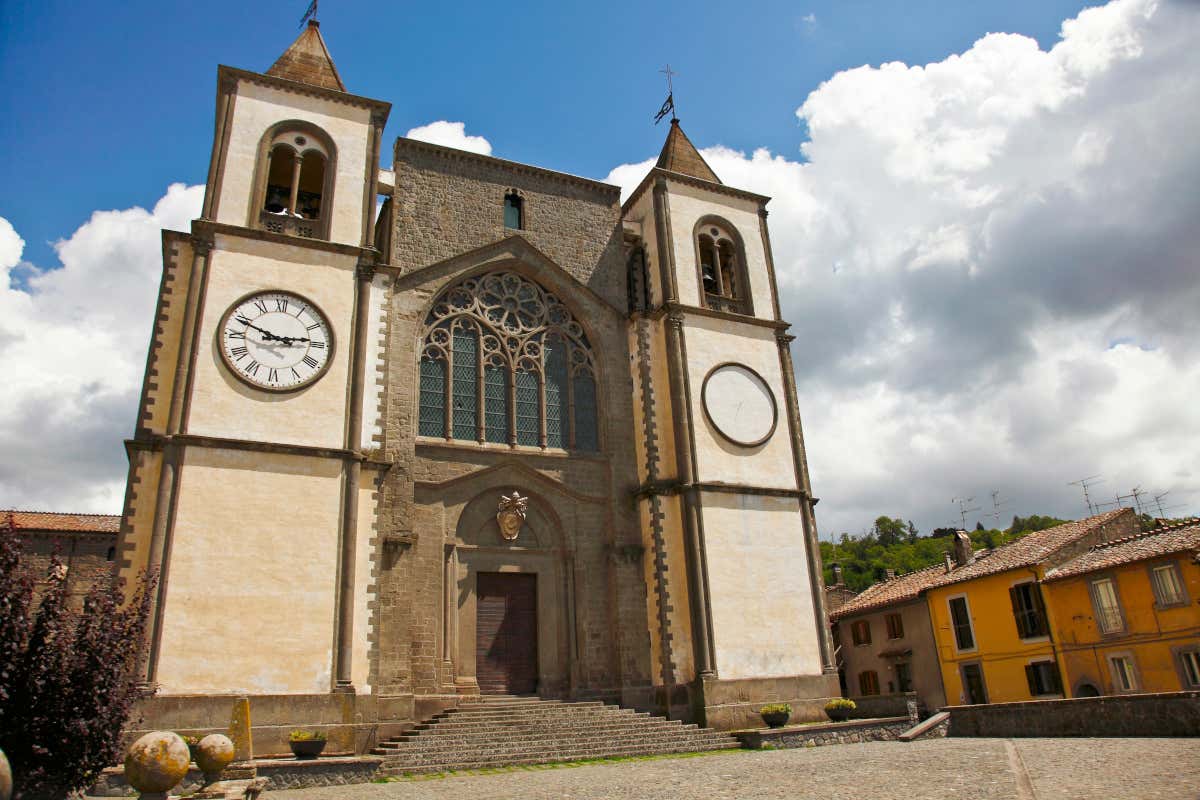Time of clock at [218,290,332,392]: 2:48
